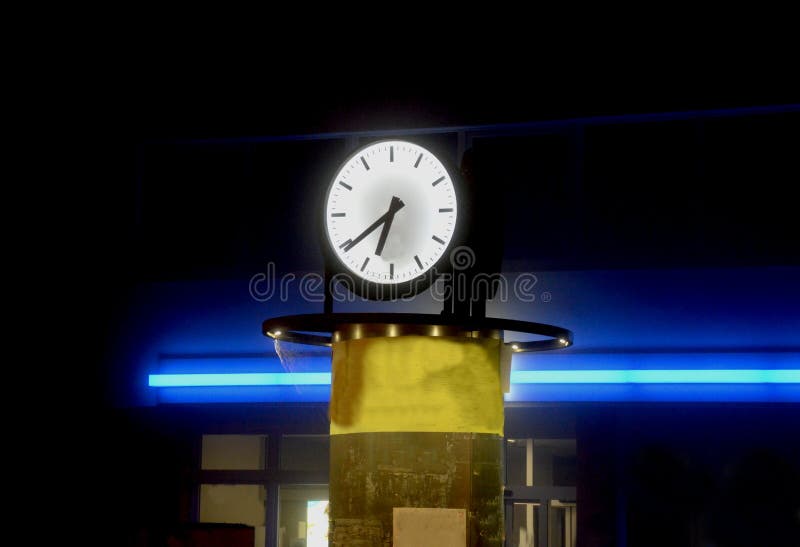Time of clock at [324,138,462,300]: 6:39
